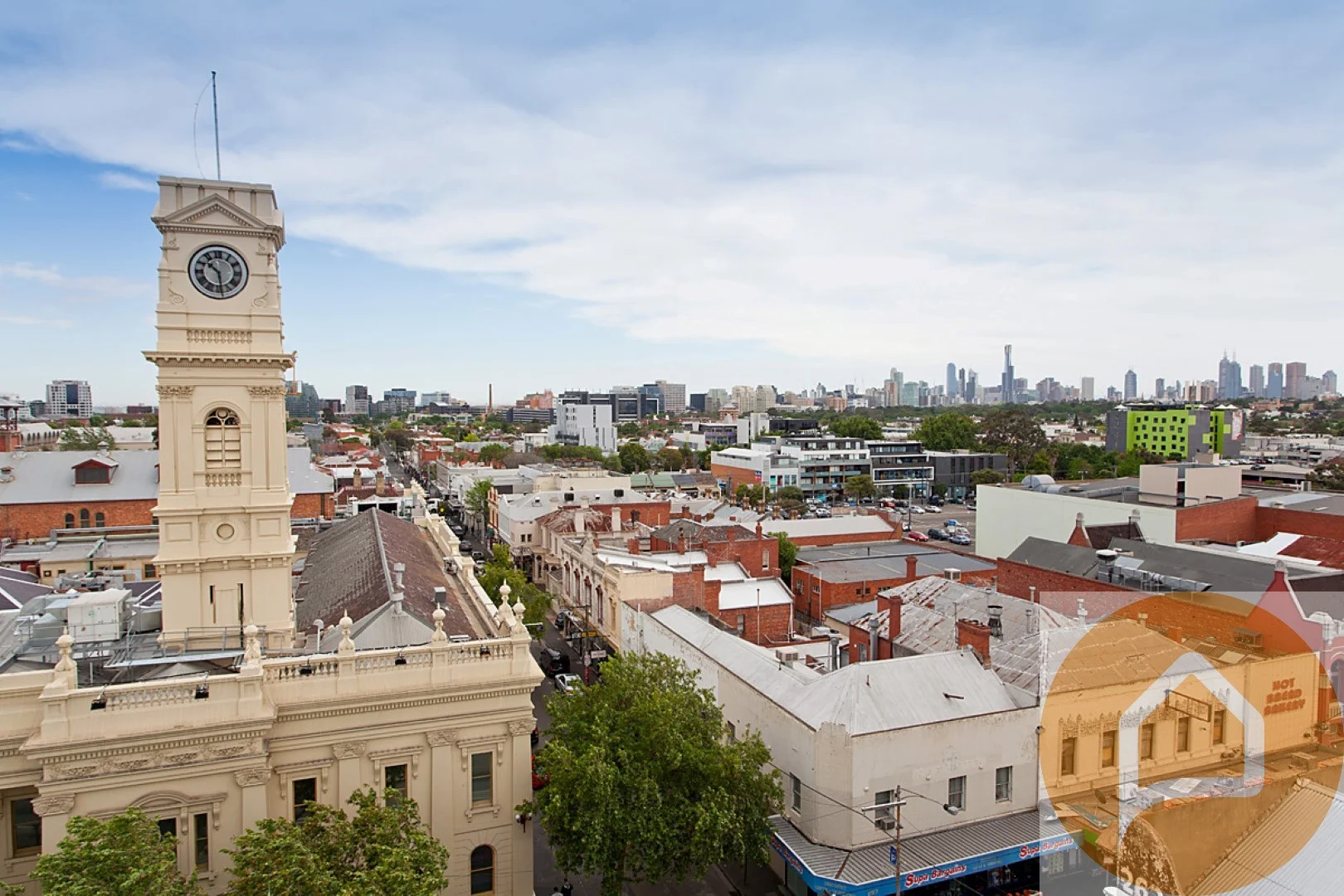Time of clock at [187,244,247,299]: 10:28
